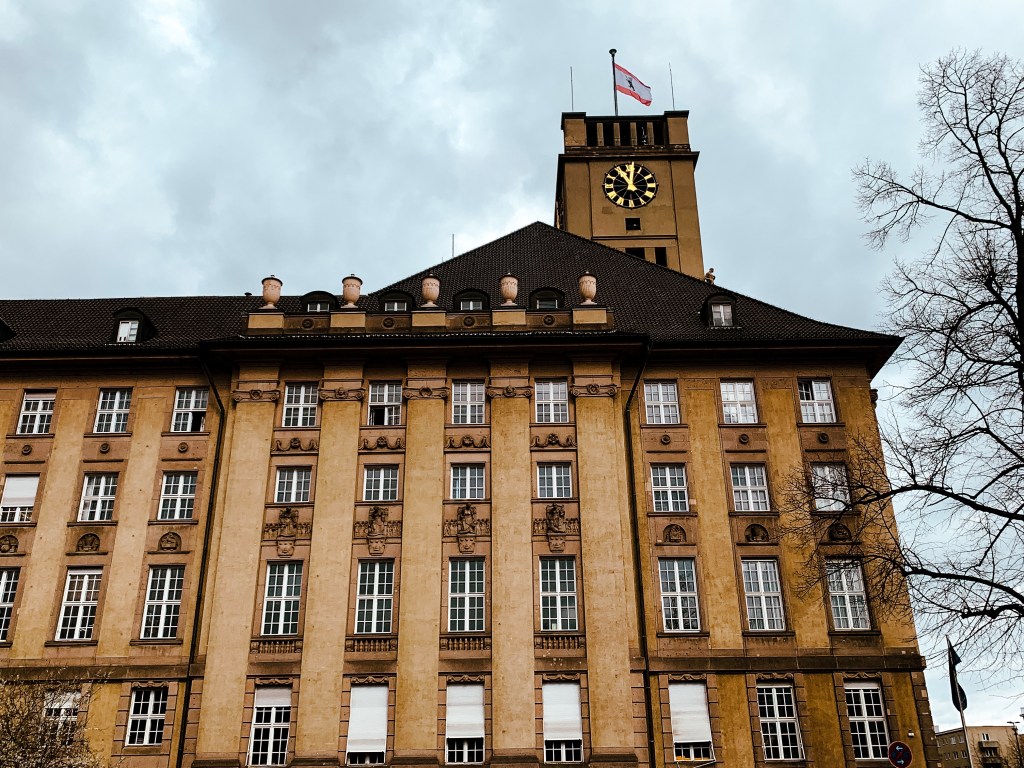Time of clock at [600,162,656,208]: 11:01
